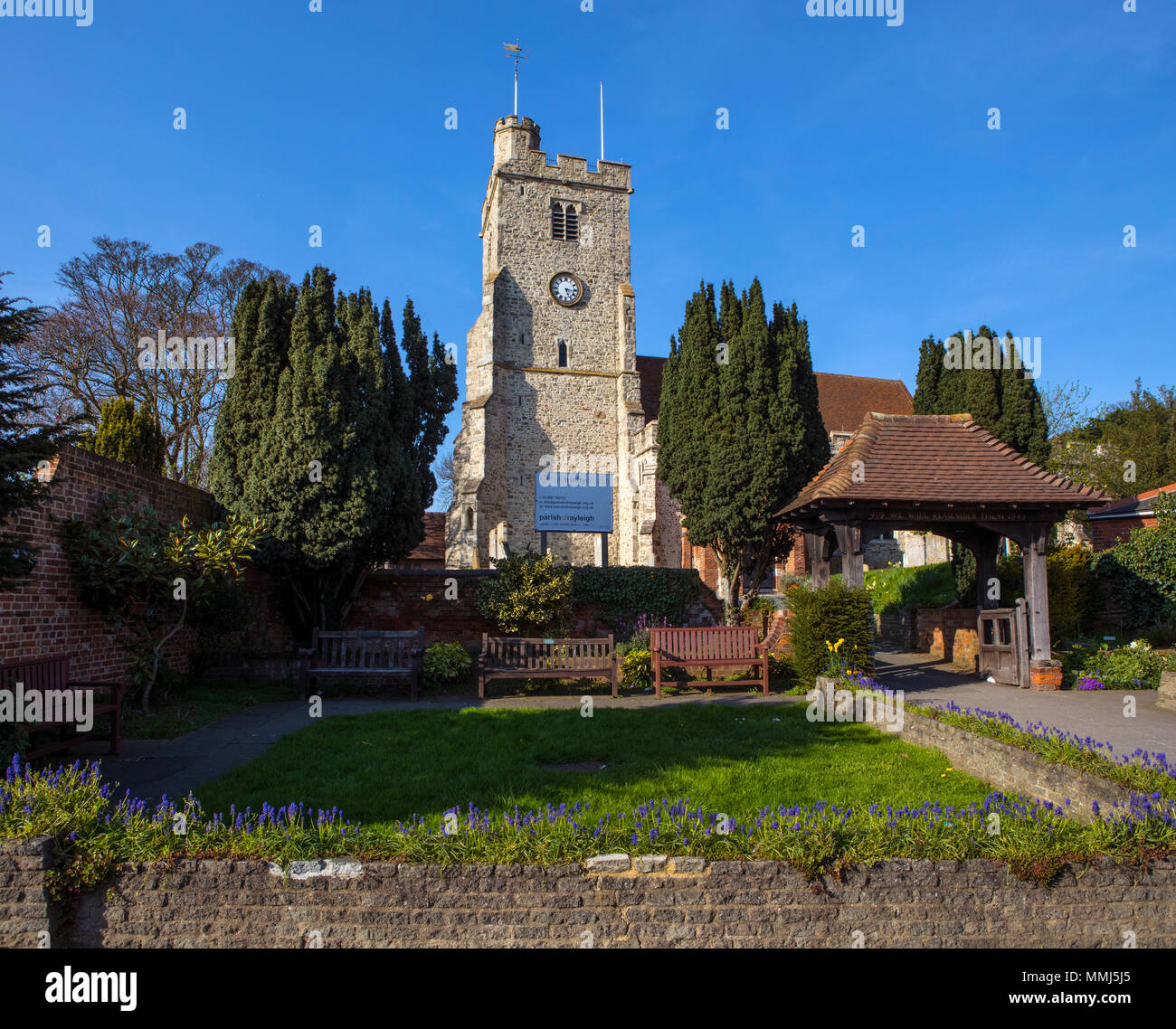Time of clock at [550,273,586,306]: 5:16
